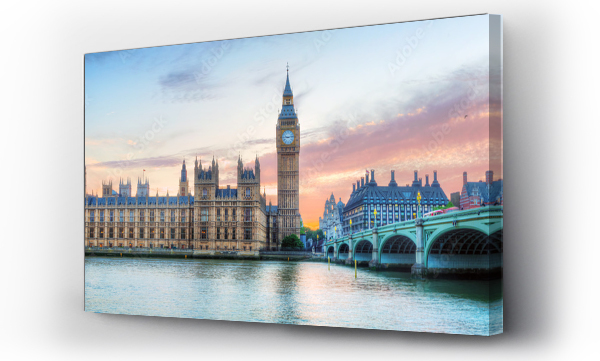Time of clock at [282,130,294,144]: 9:13
